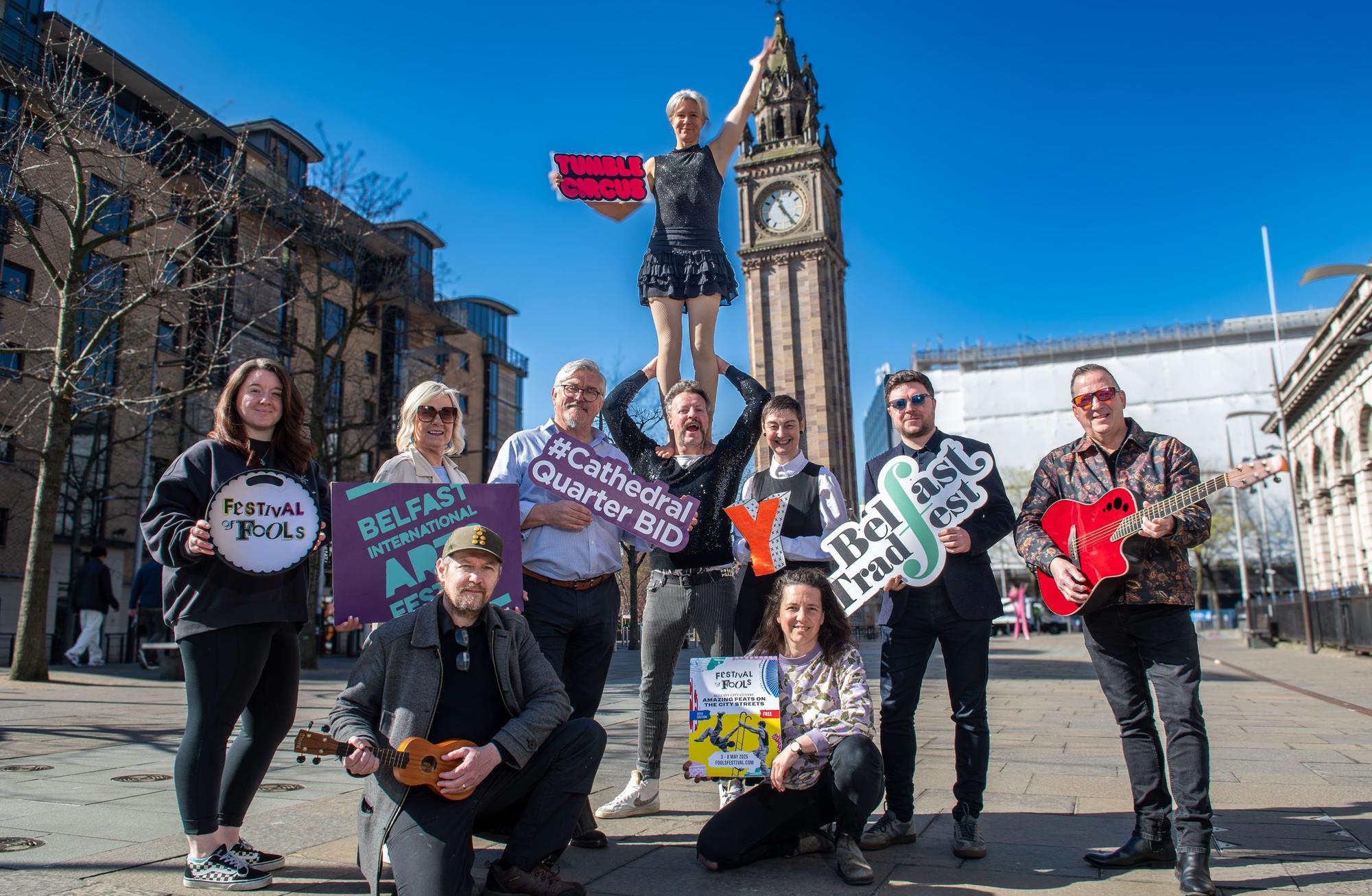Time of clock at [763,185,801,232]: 11:24
